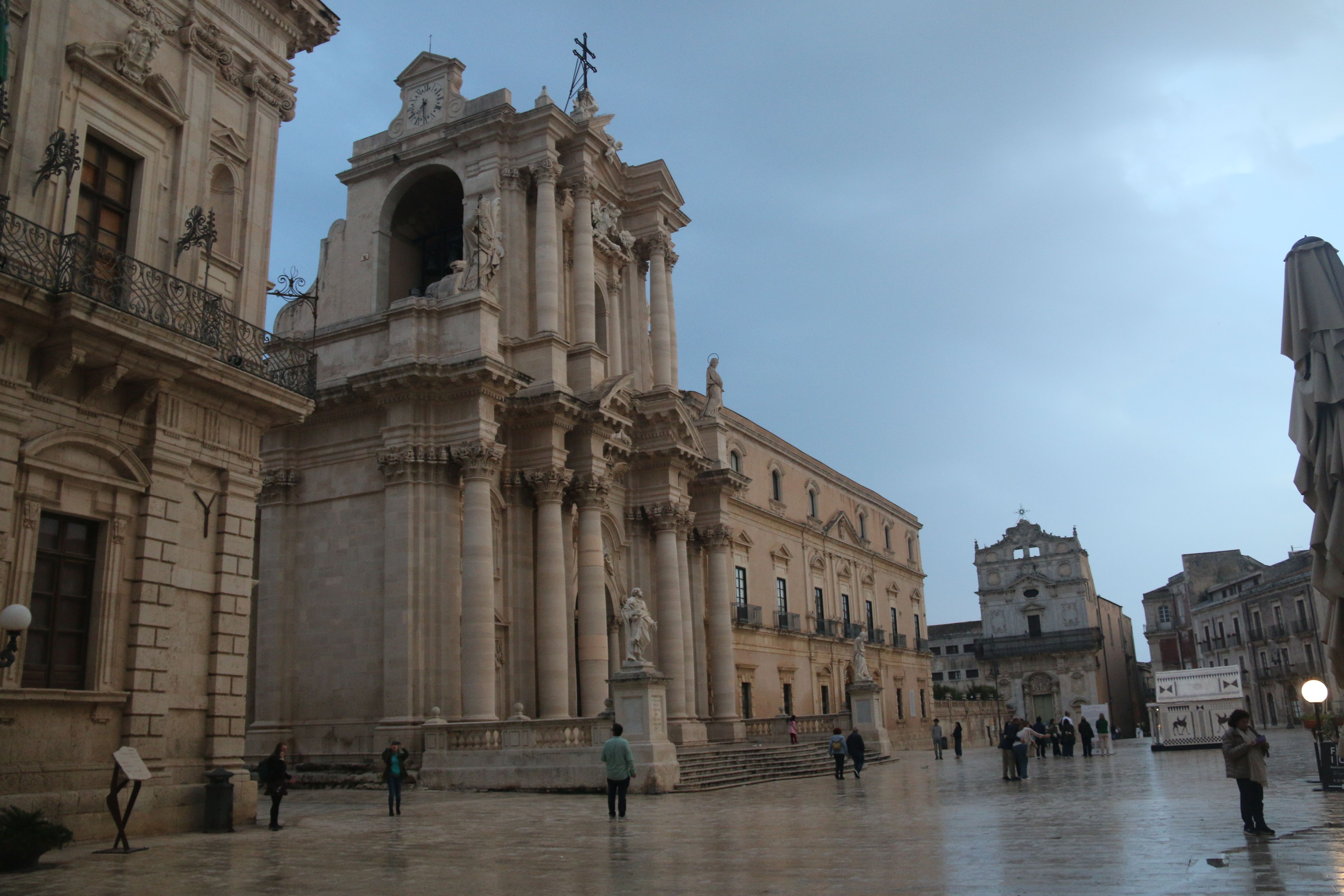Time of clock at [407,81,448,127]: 7:30
